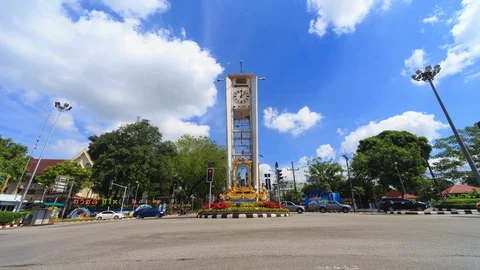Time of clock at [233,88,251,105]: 12:07
